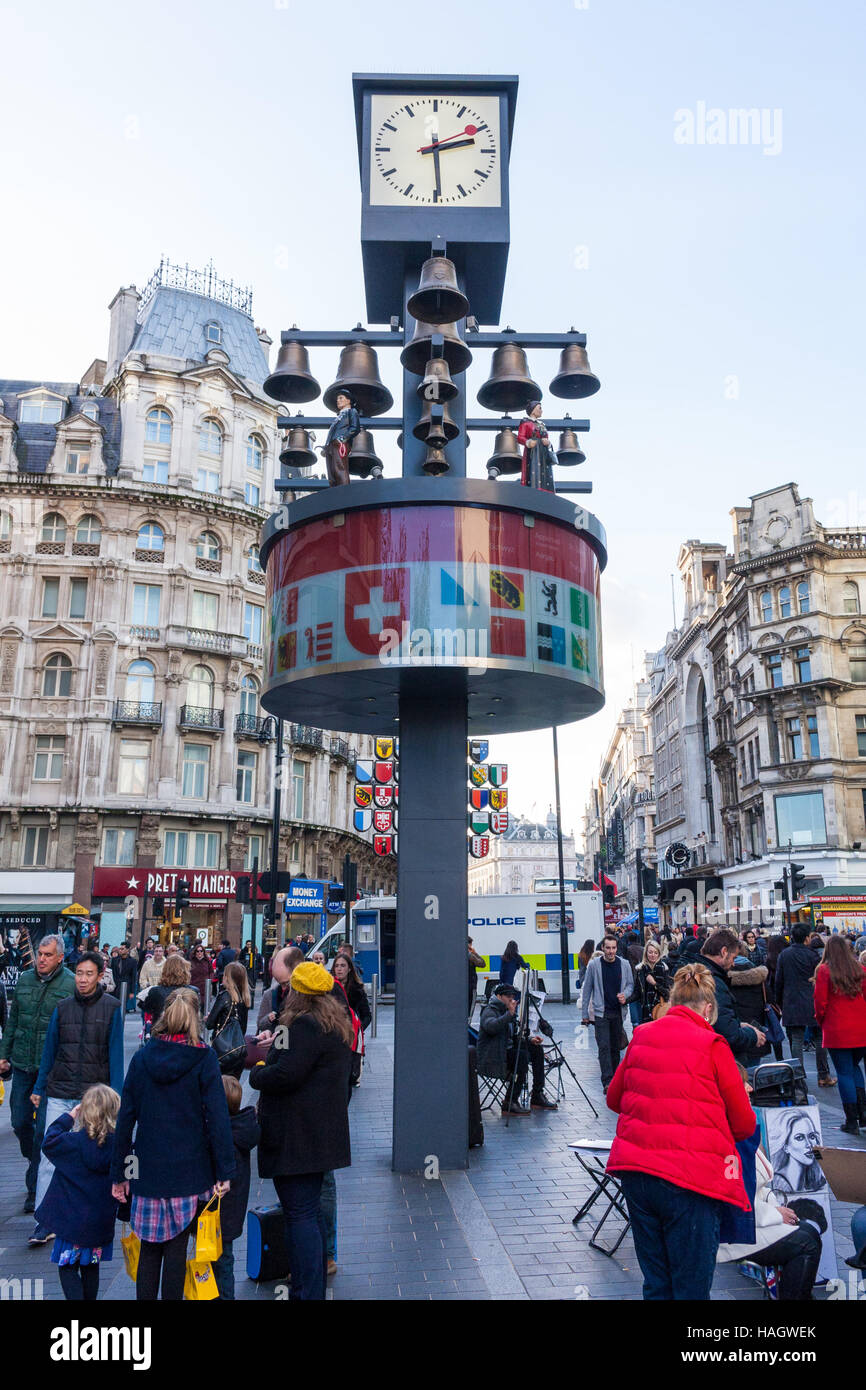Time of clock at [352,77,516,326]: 2:29
